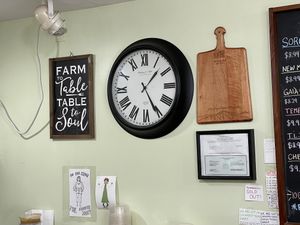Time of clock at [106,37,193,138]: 1:25
